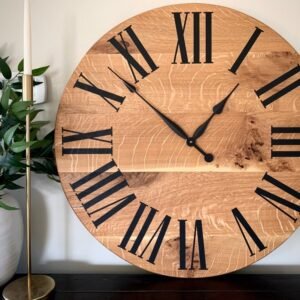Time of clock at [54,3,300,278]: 12:52
